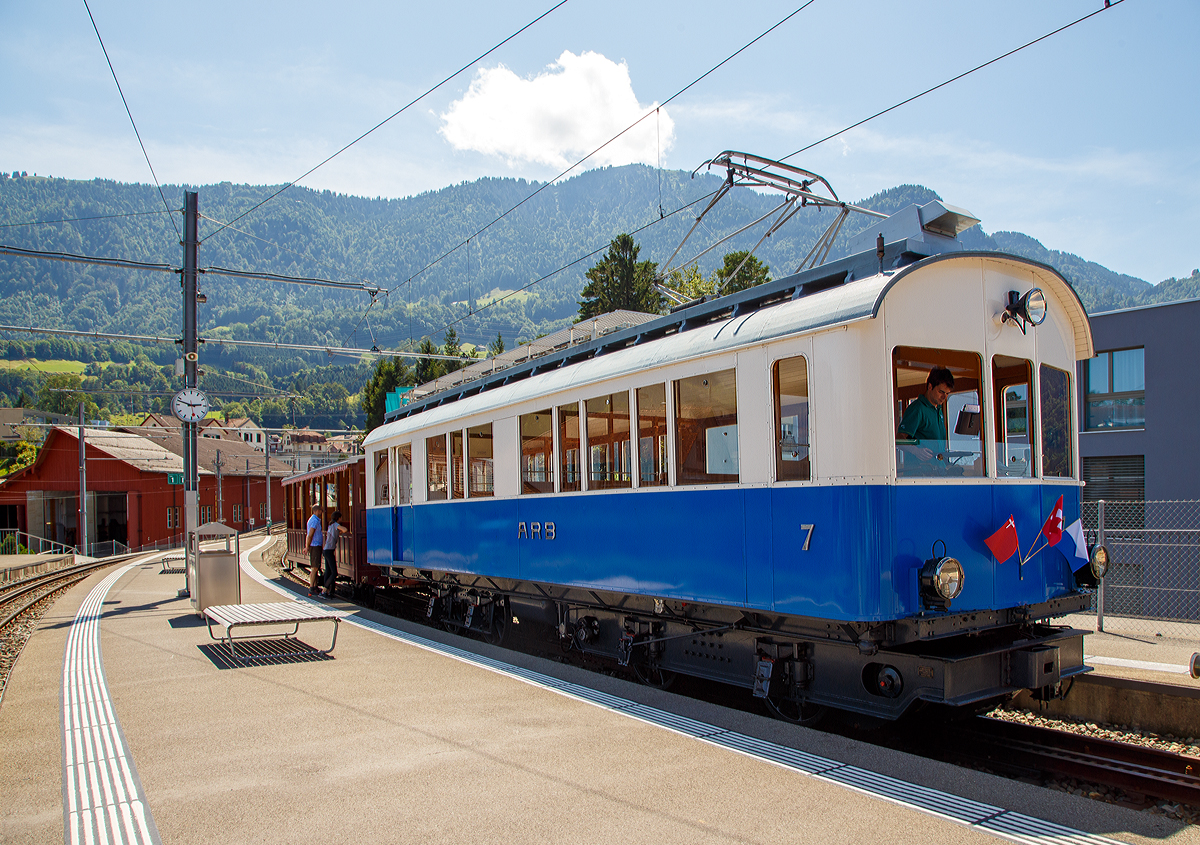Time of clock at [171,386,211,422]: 2:47
